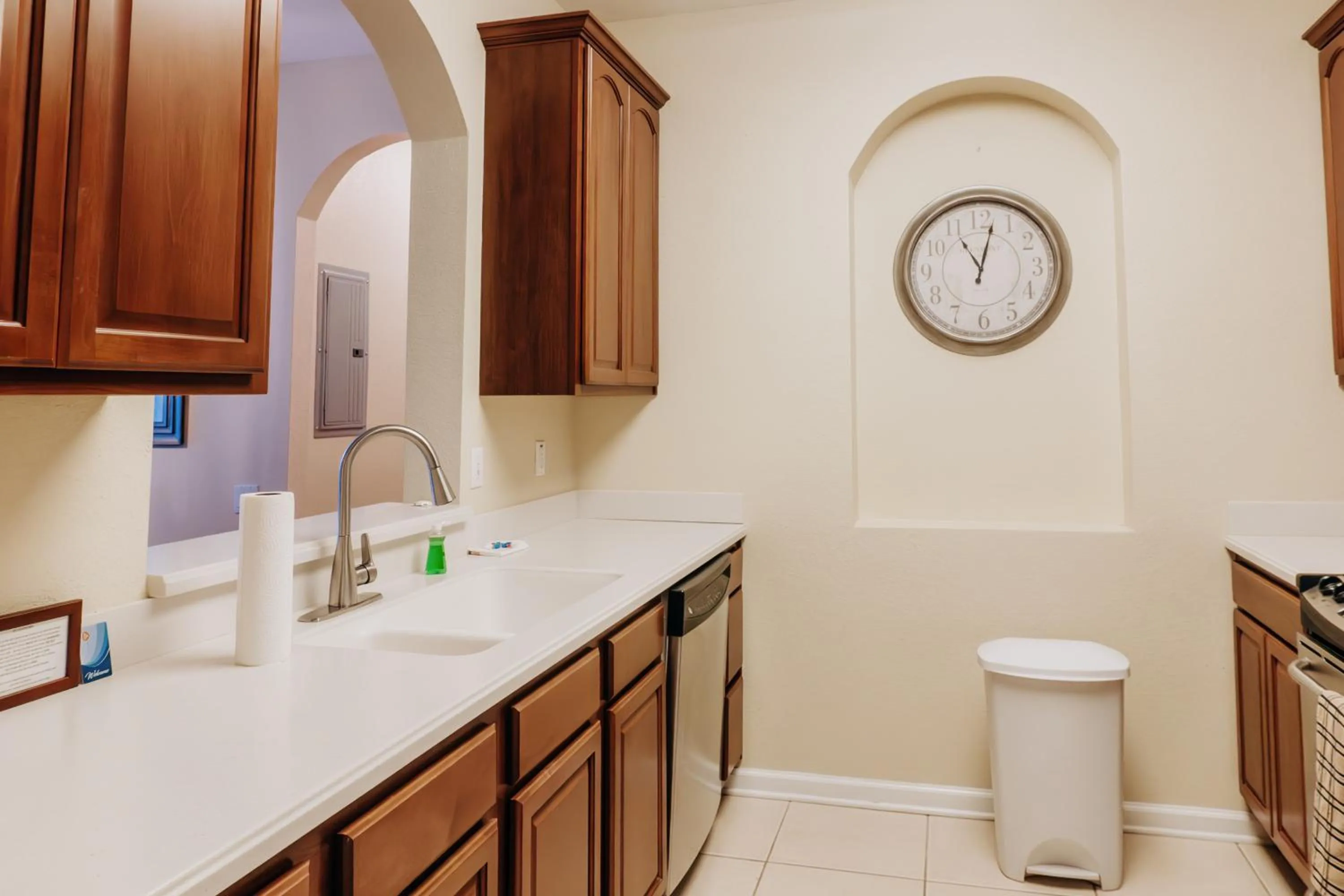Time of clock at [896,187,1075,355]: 11:02
